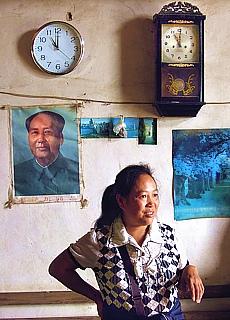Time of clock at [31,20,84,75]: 11:00
